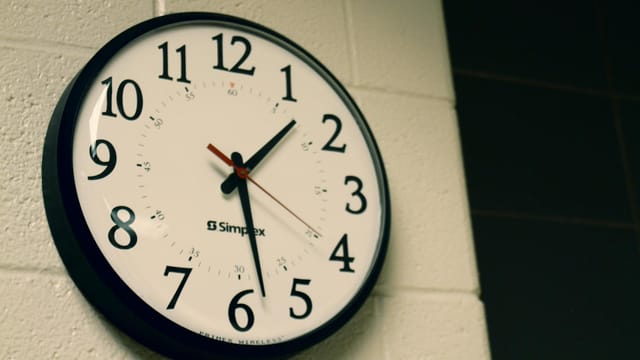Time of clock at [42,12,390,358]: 1:28
